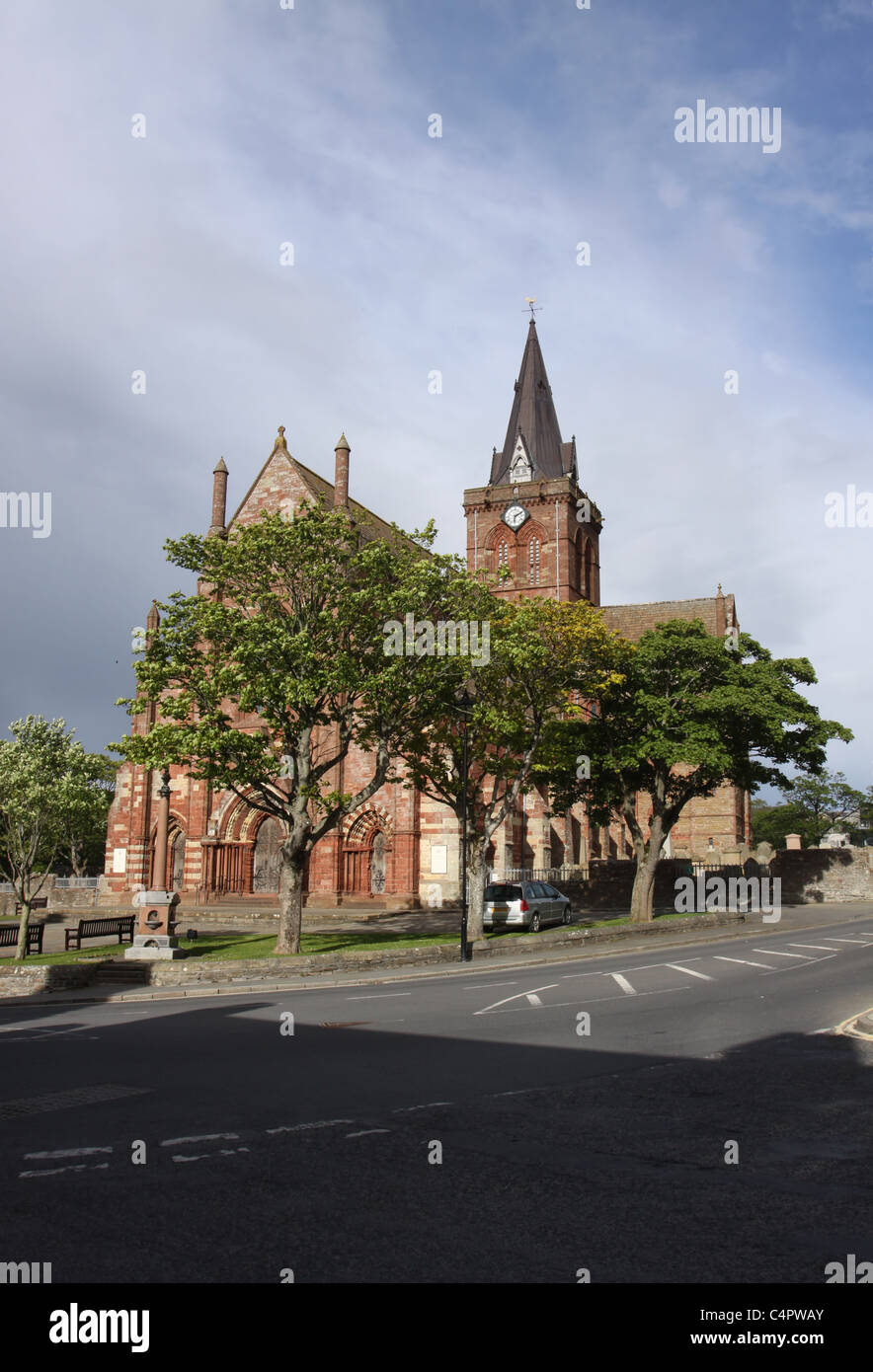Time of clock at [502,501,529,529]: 6:10
